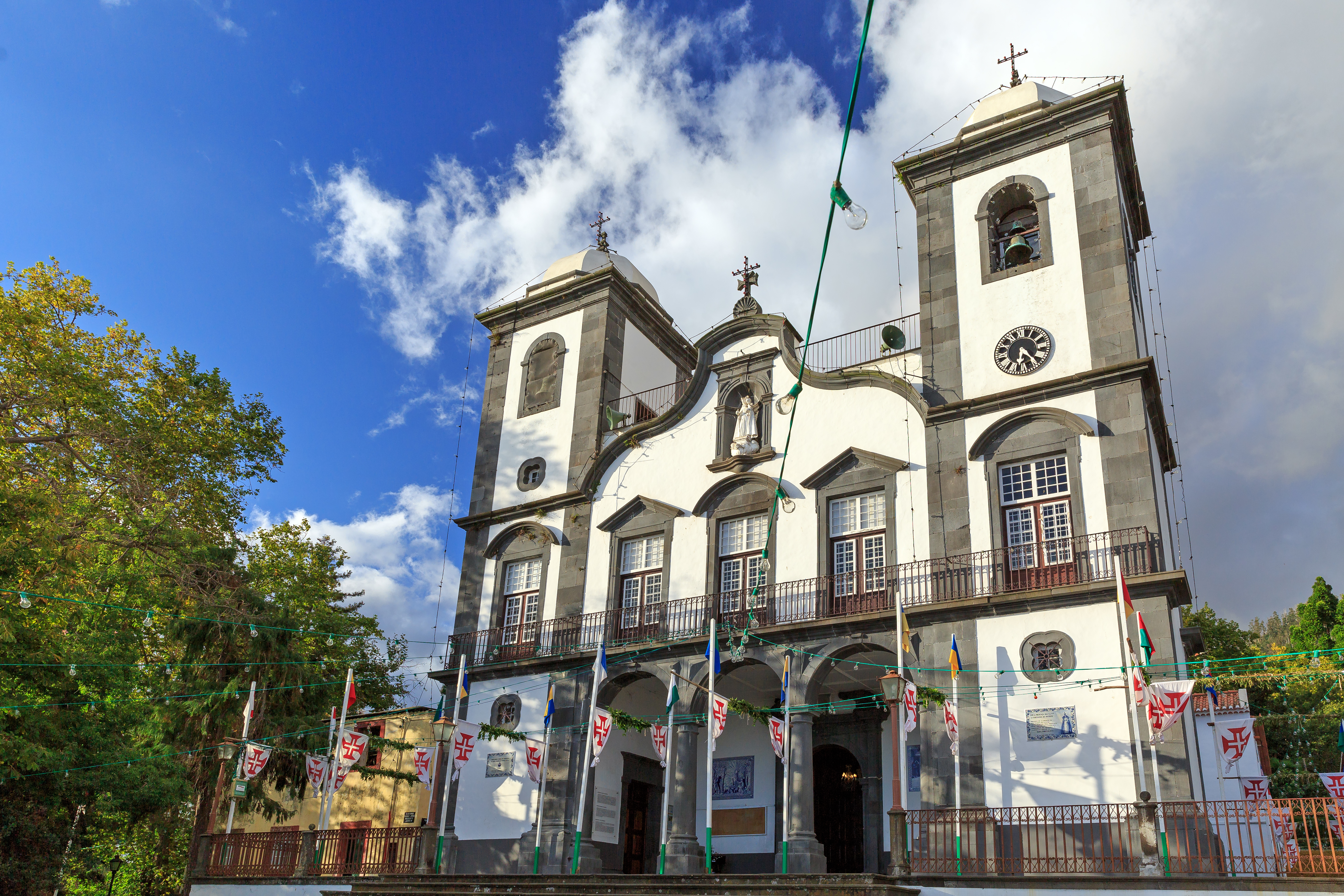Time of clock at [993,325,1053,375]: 6:23
